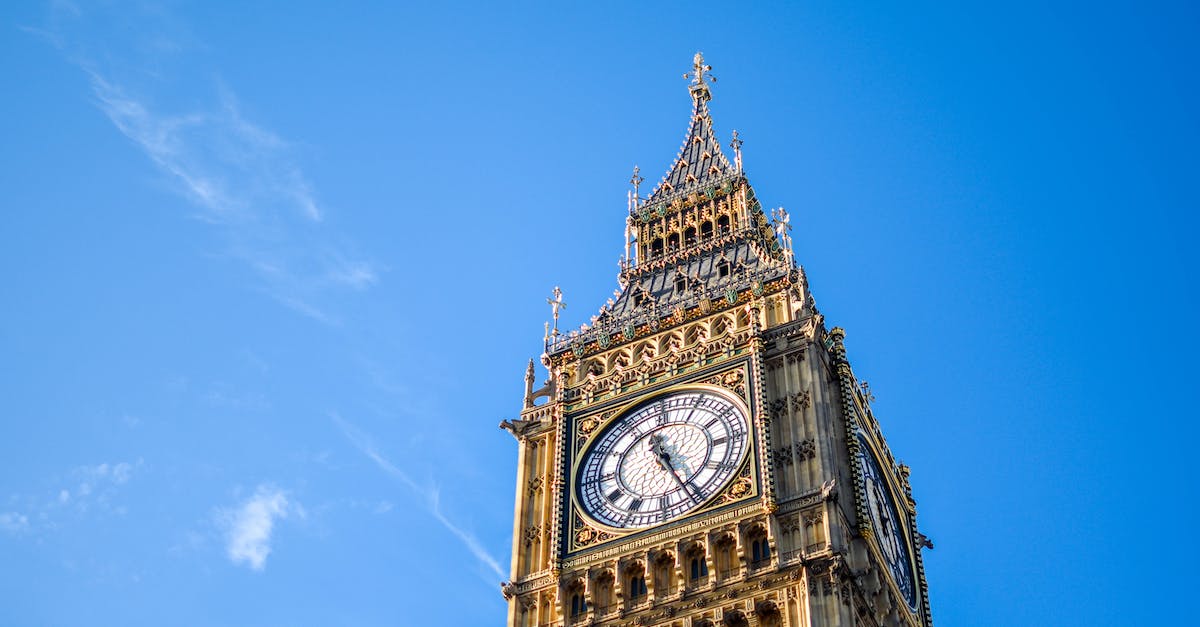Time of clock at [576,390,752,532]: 11:25
